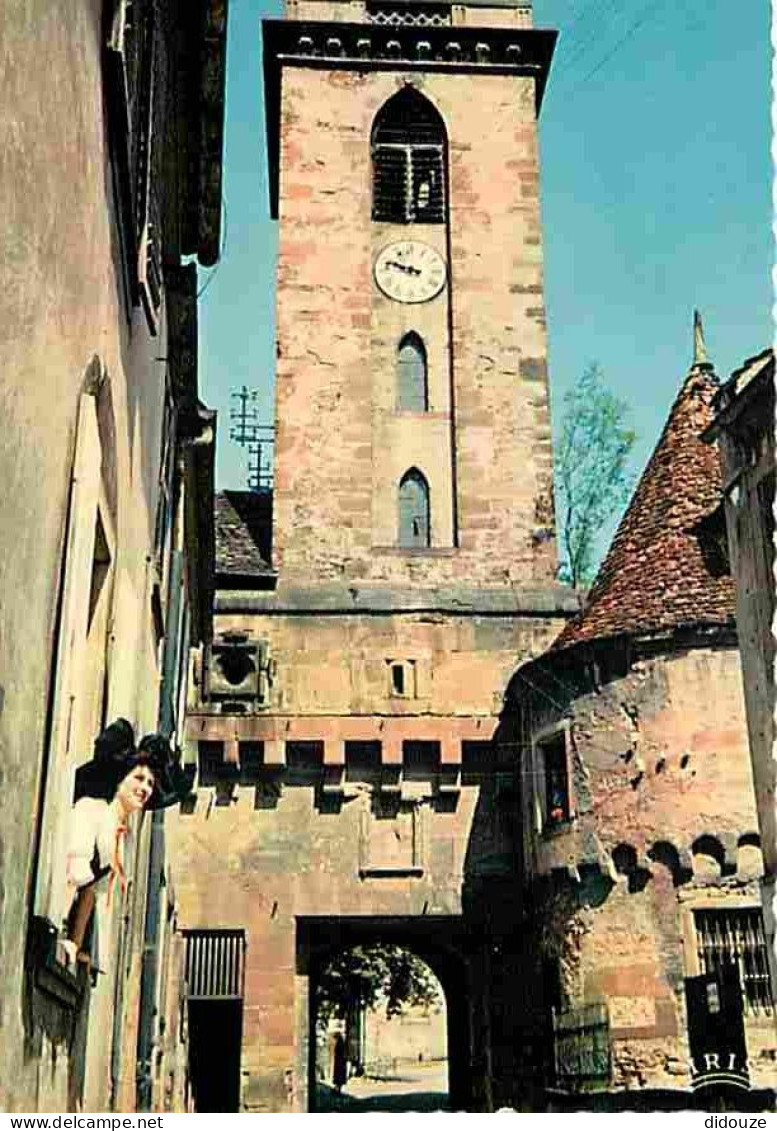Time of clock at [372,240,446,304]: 9:48
